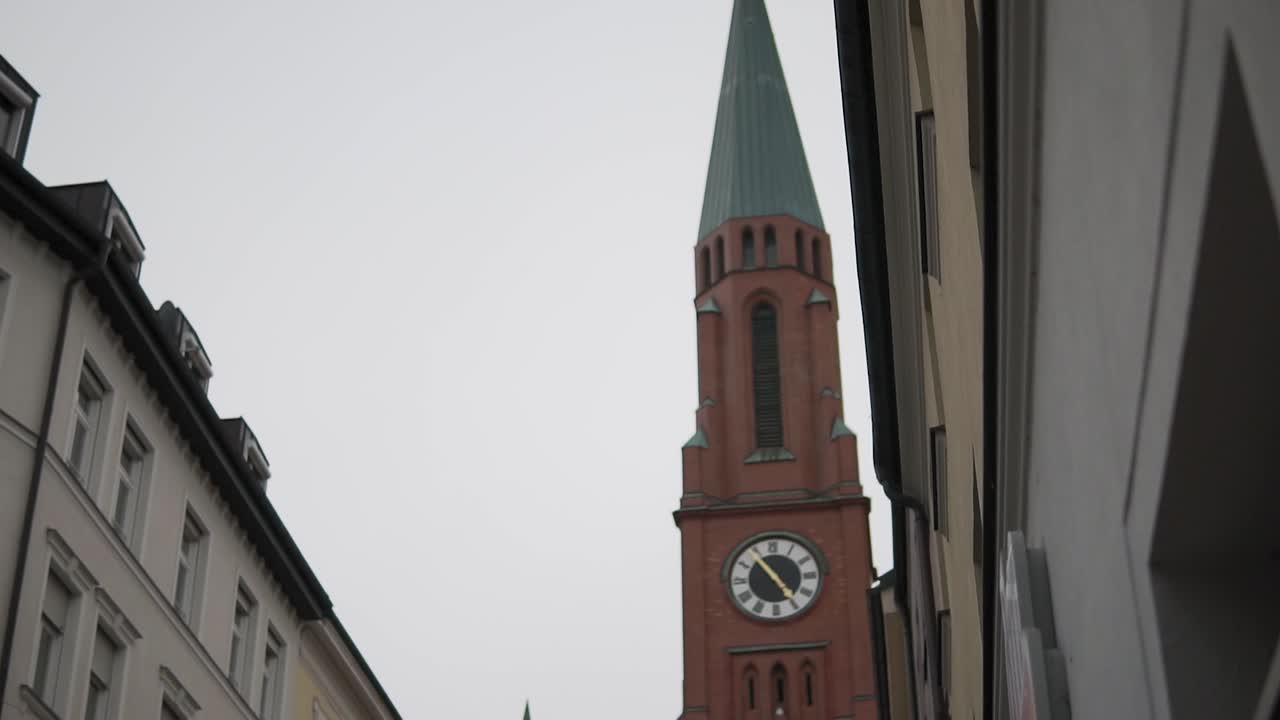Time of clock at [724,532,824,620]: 4:53
